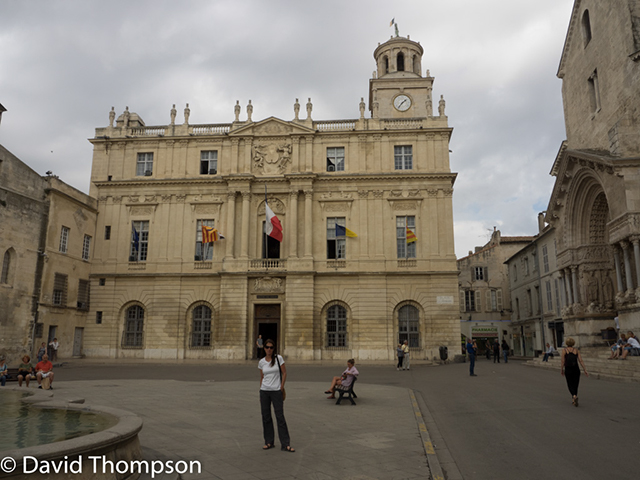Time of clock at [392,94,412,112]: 1:36
